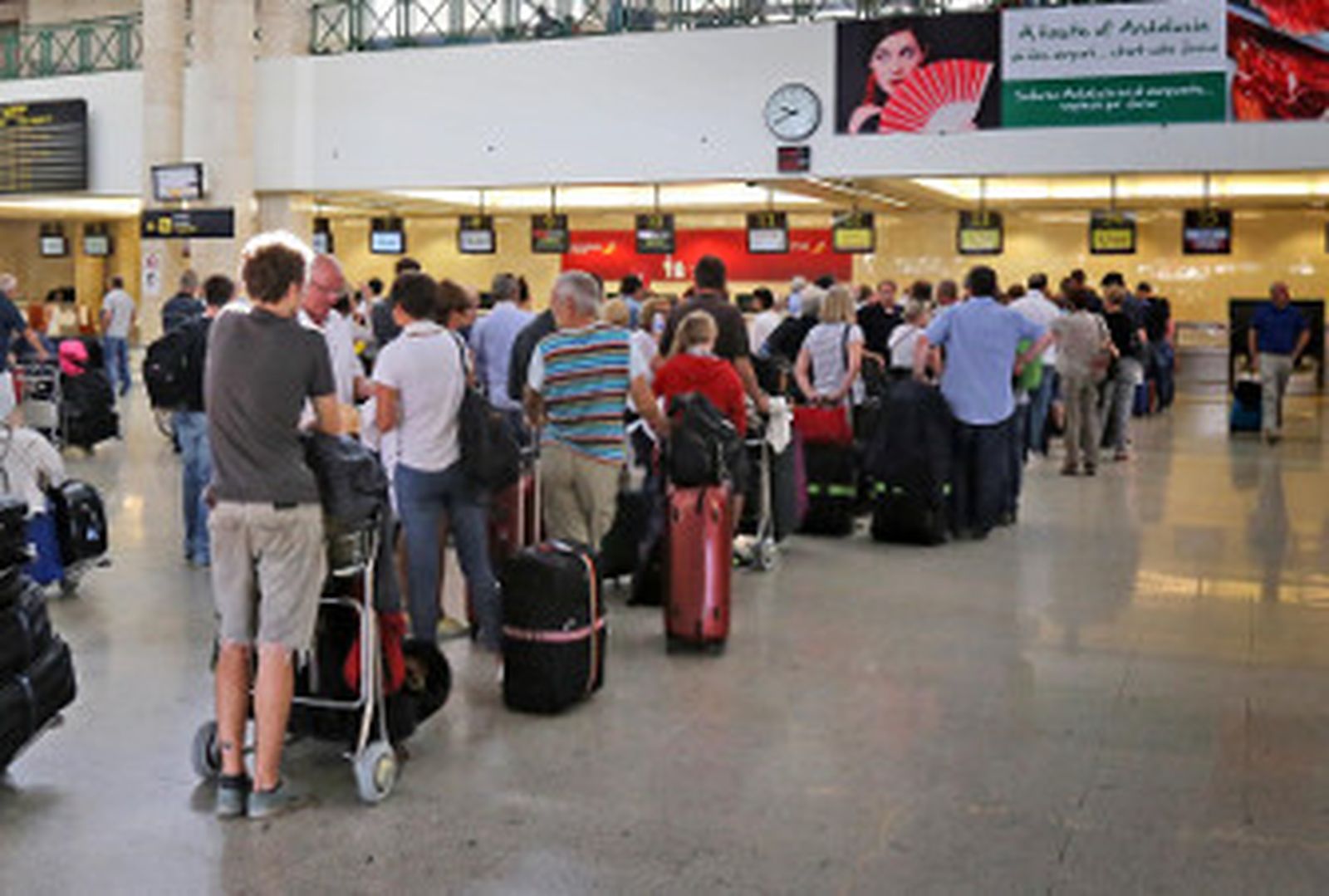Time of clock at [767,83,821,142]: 9:40
